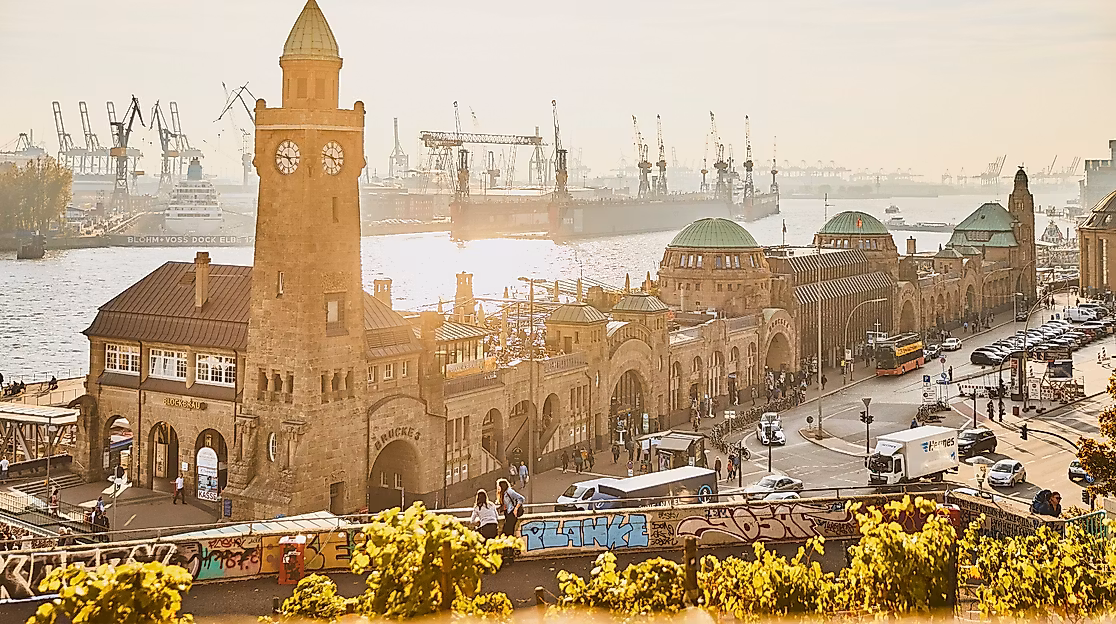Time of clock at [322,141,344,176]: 4:47
